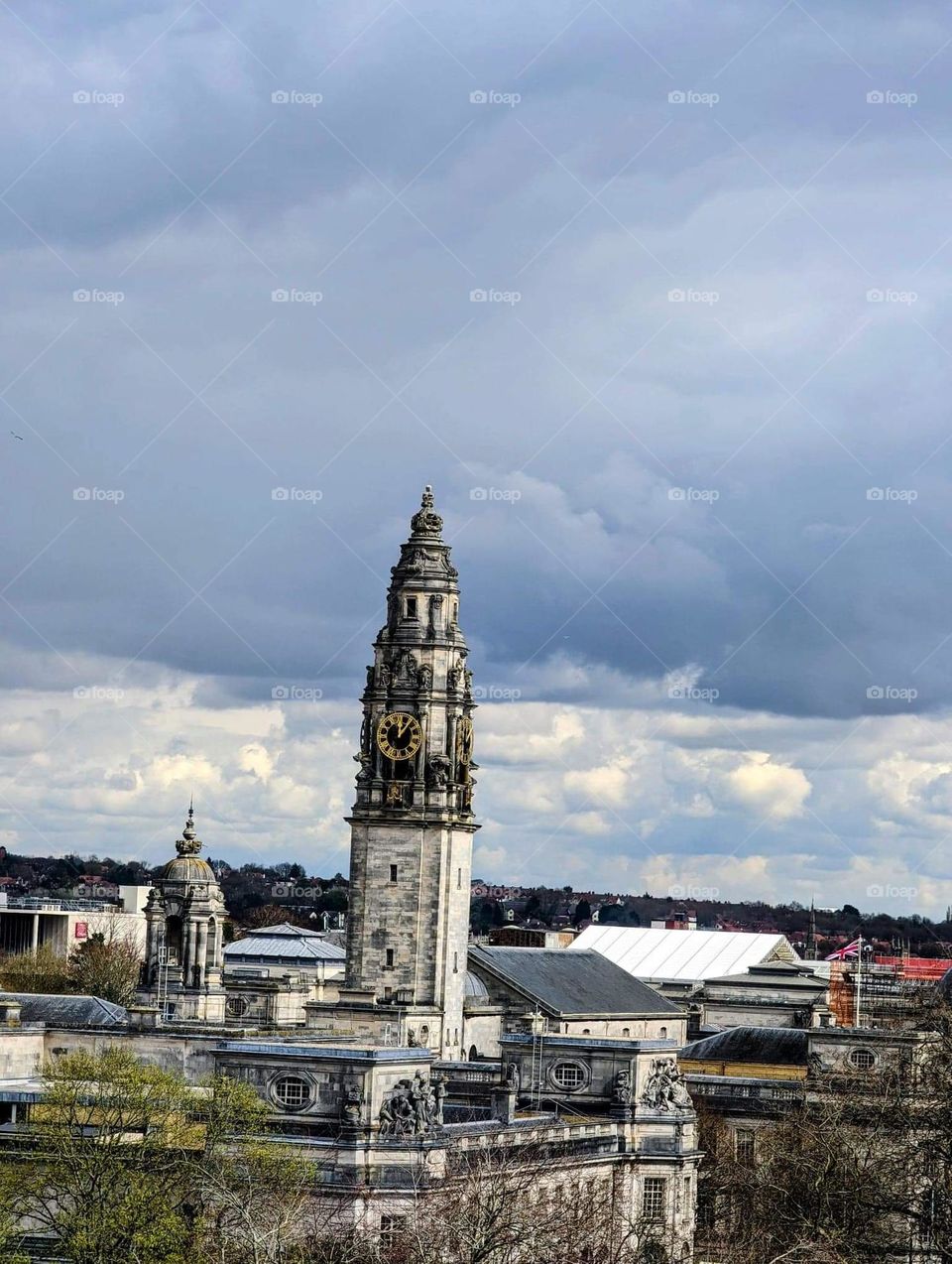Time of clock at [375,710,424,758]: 12:06
